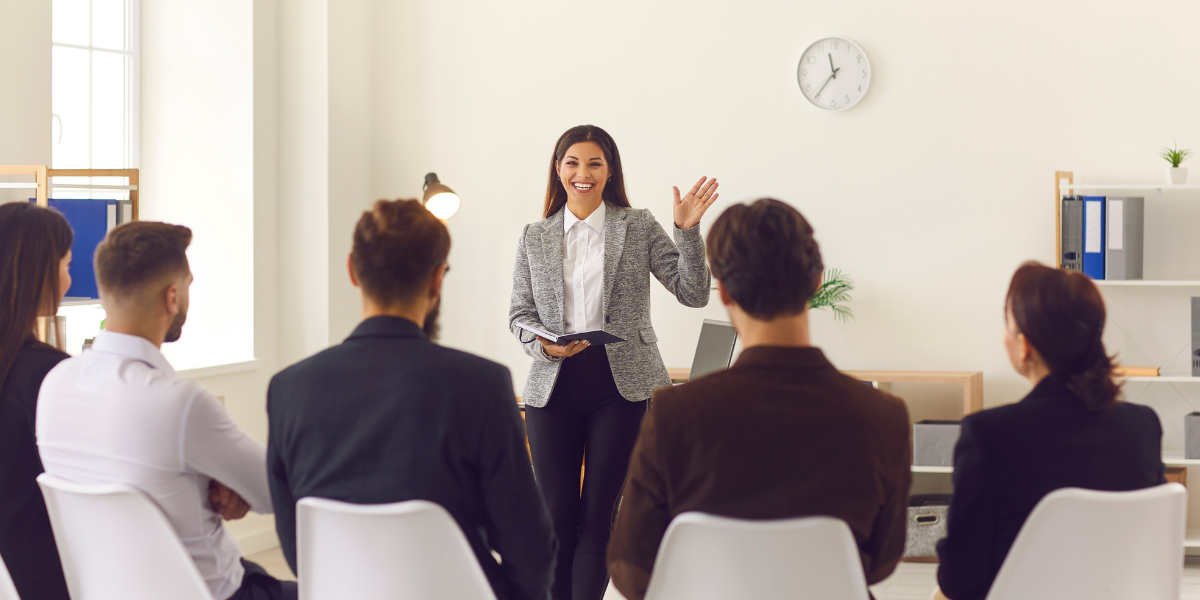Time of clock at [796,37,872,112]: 11:36
